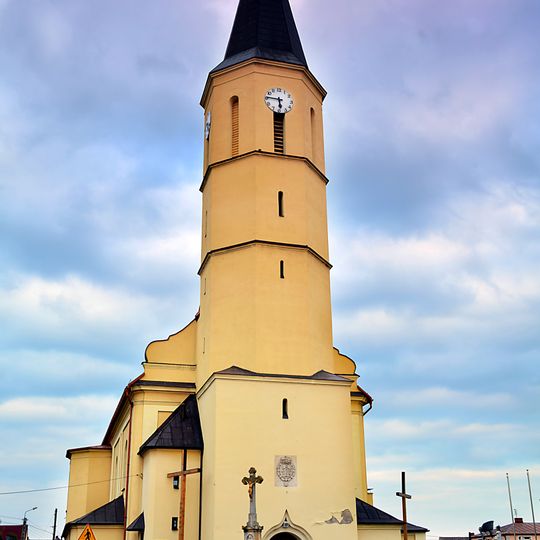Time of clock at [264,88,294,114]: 5:45
